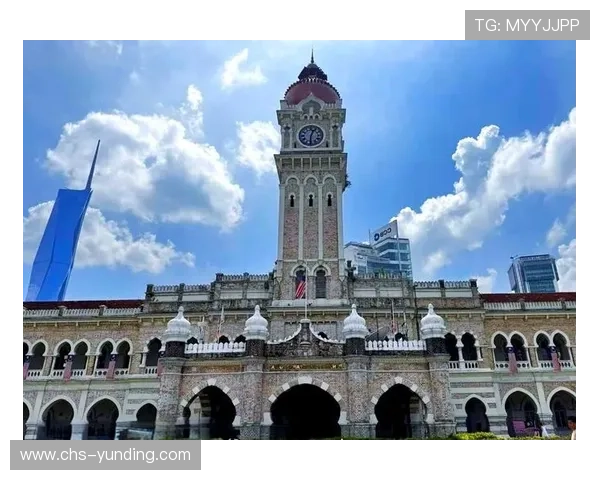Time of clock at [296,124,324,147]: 12:30
